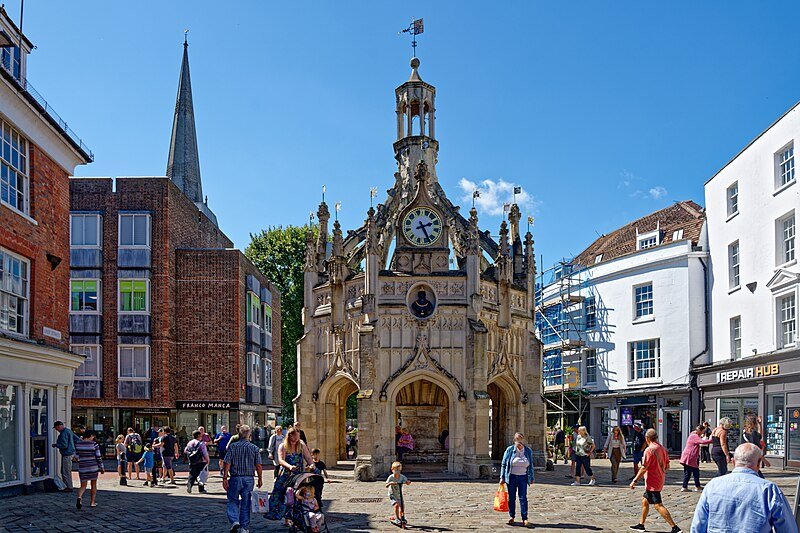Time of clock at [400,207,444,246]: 2:25
